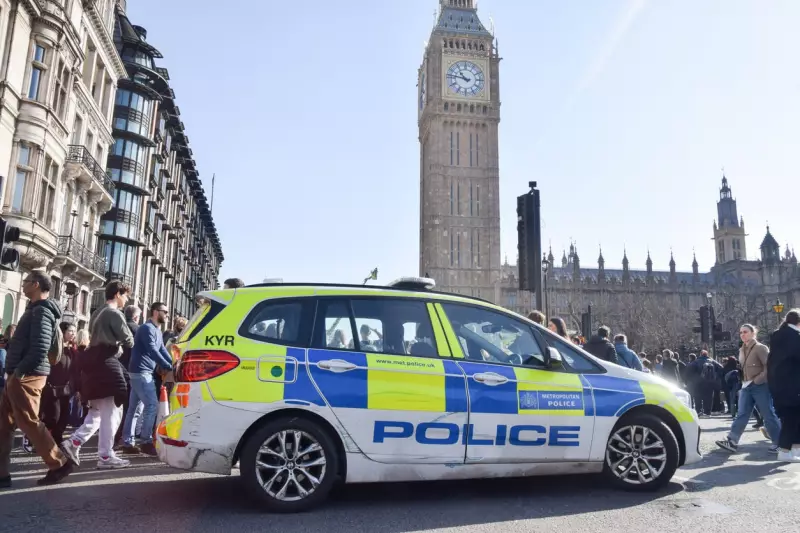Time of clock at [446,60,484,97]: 10:47
